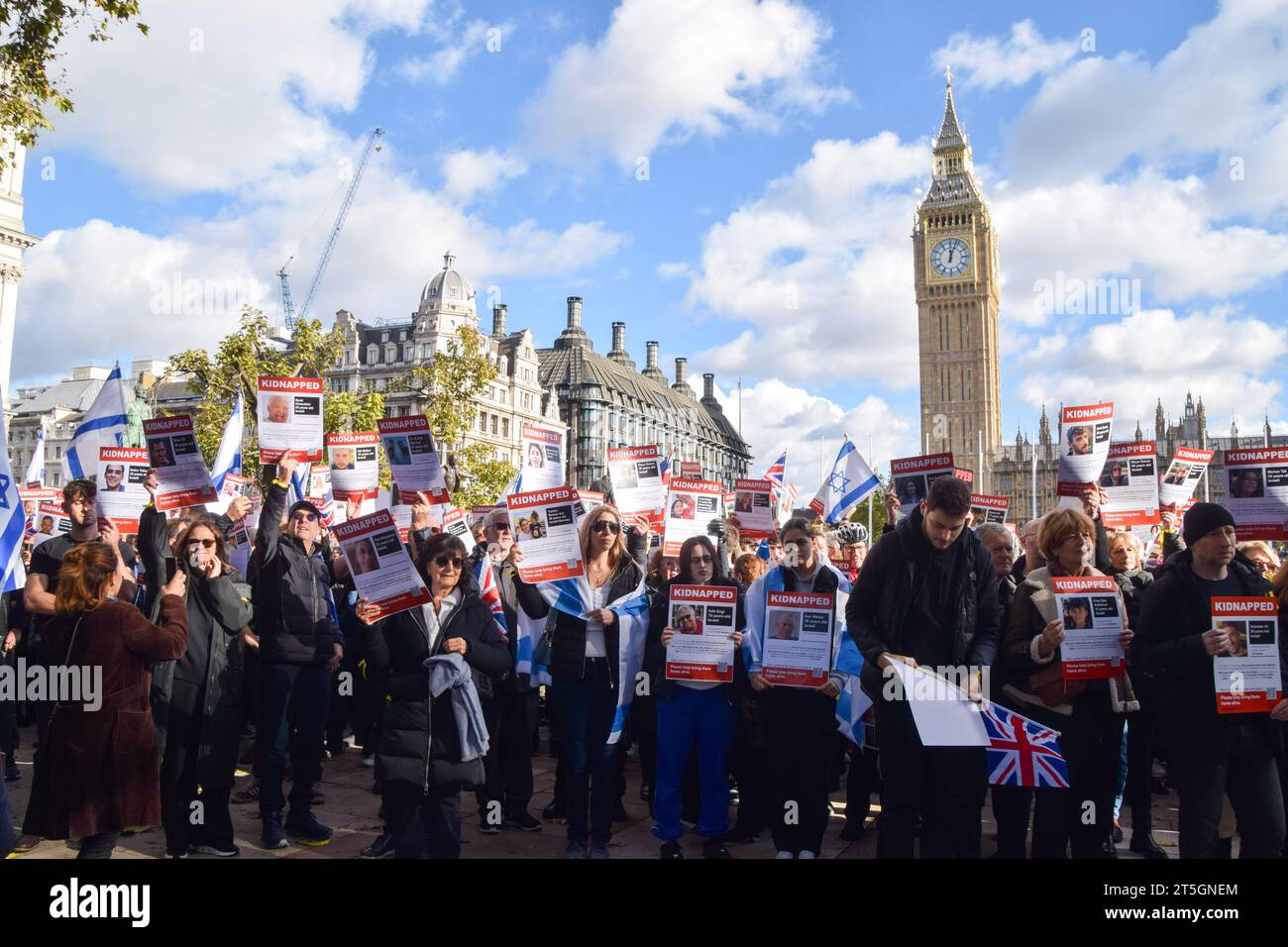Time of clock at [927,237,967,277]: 12:03
